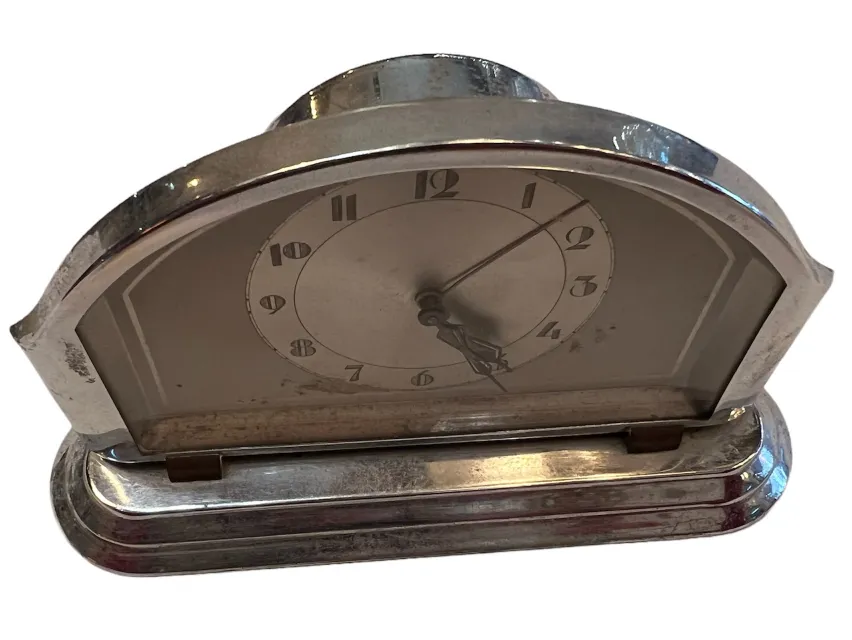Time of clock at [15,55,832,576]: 5:07
